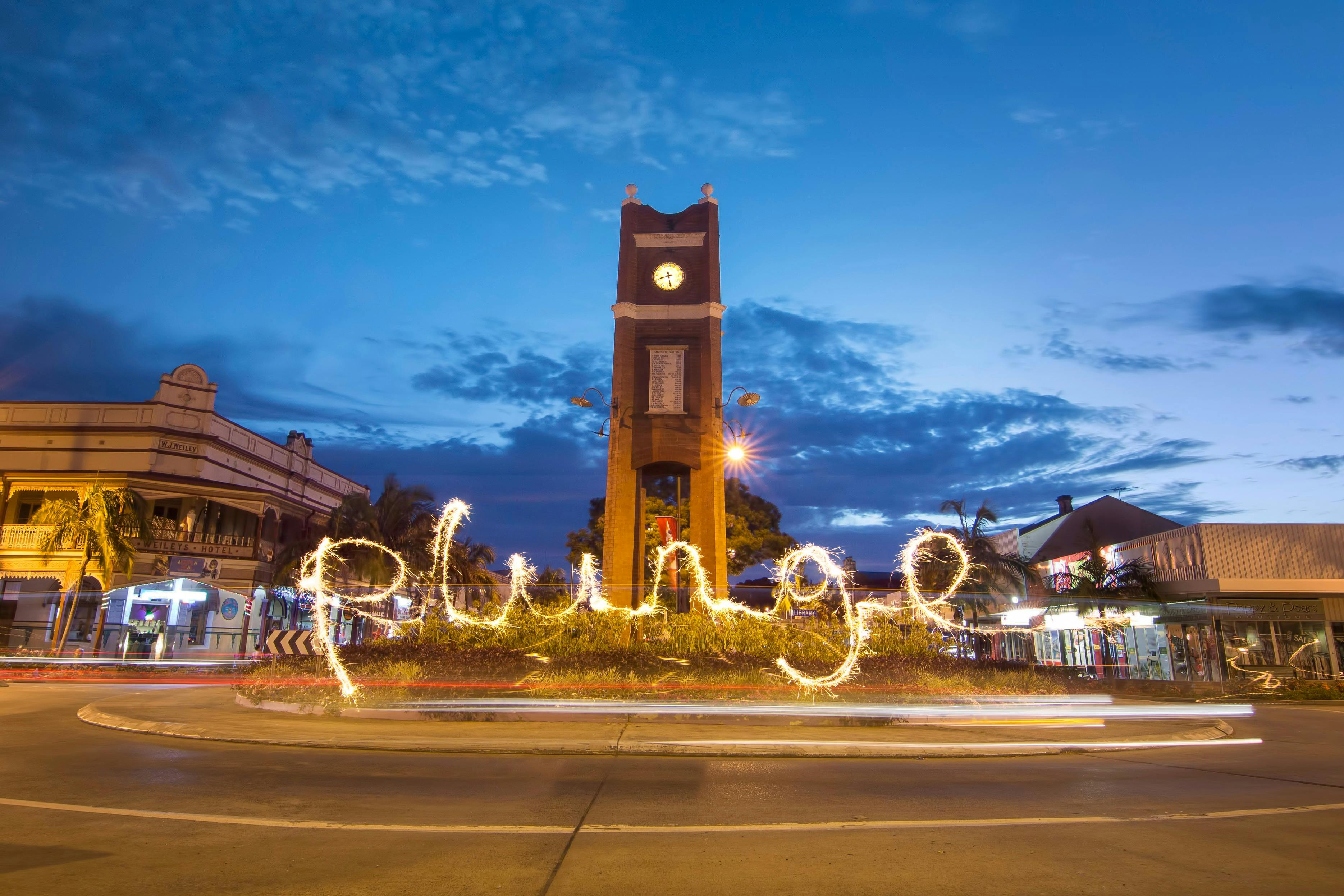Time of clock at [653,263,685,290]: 8:28
